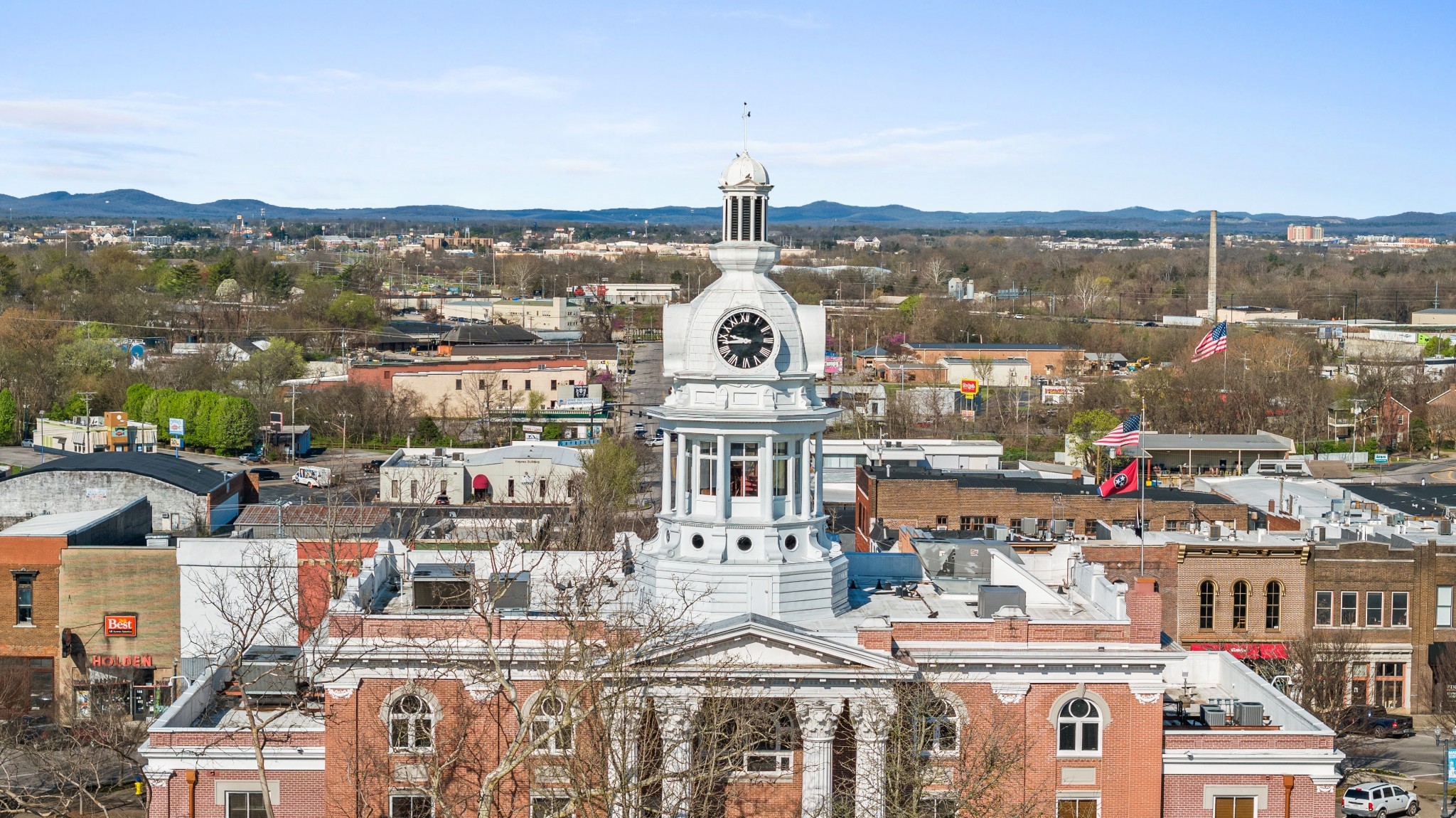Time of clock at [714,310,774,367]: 9:44
